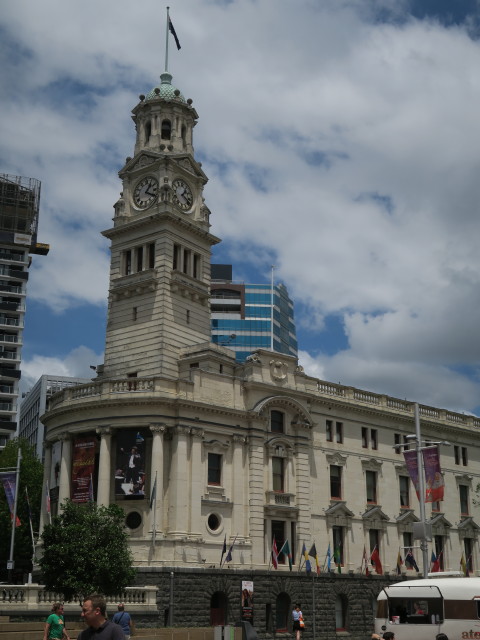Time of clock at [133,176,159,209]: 1:18
